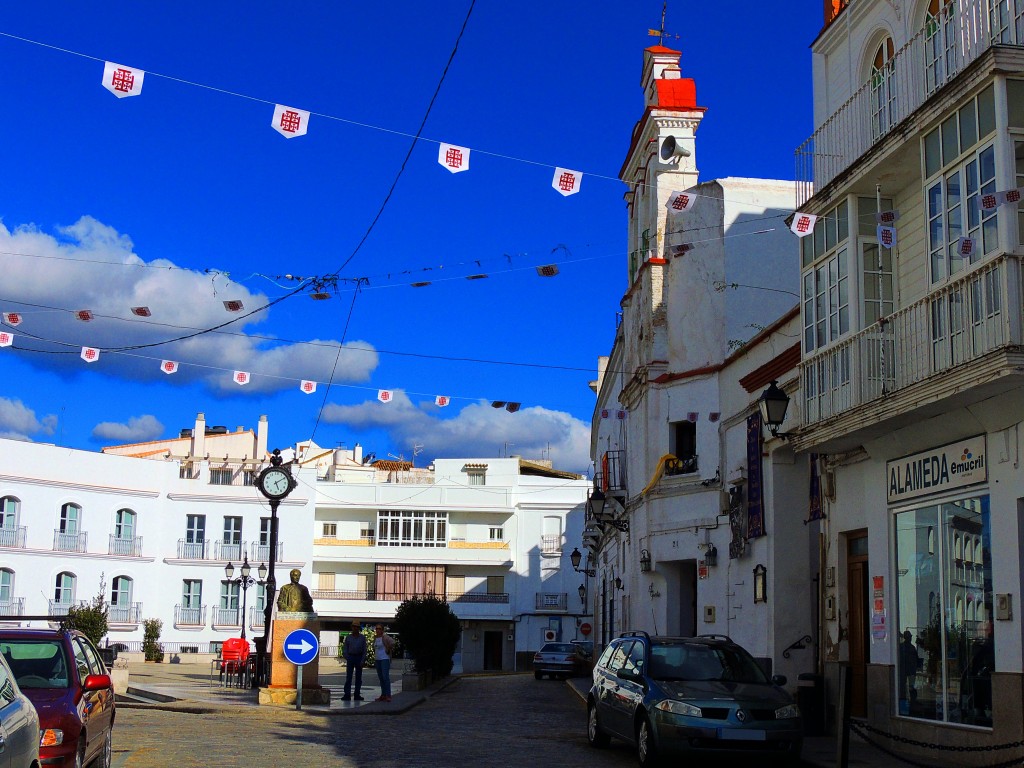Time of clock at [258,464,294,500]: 5:09
